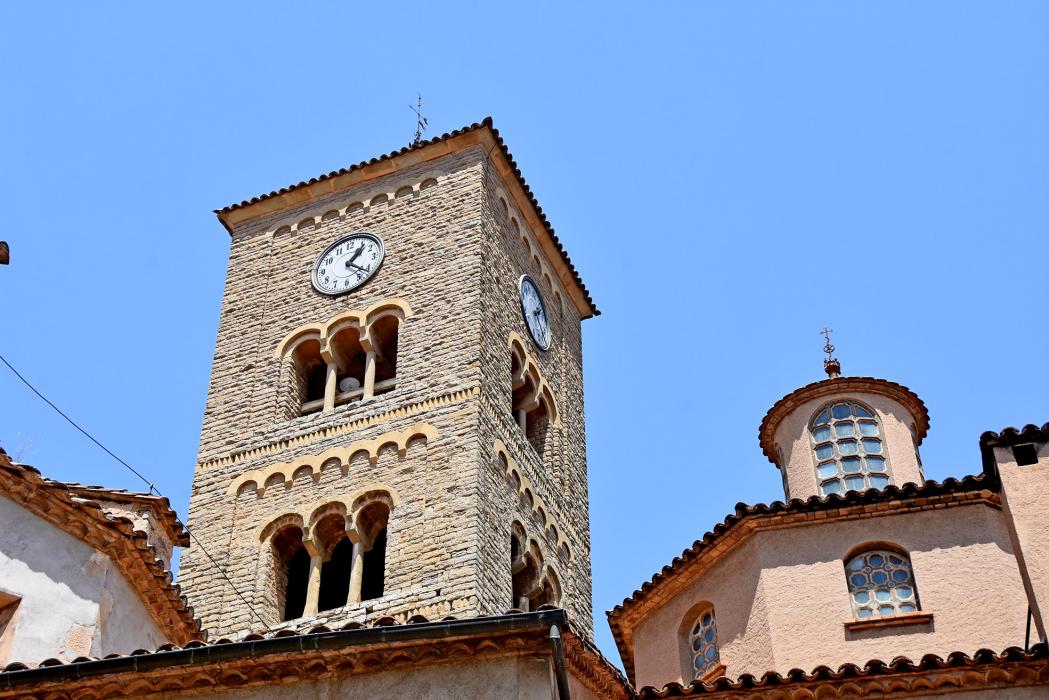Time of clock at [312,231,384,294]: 1:21
